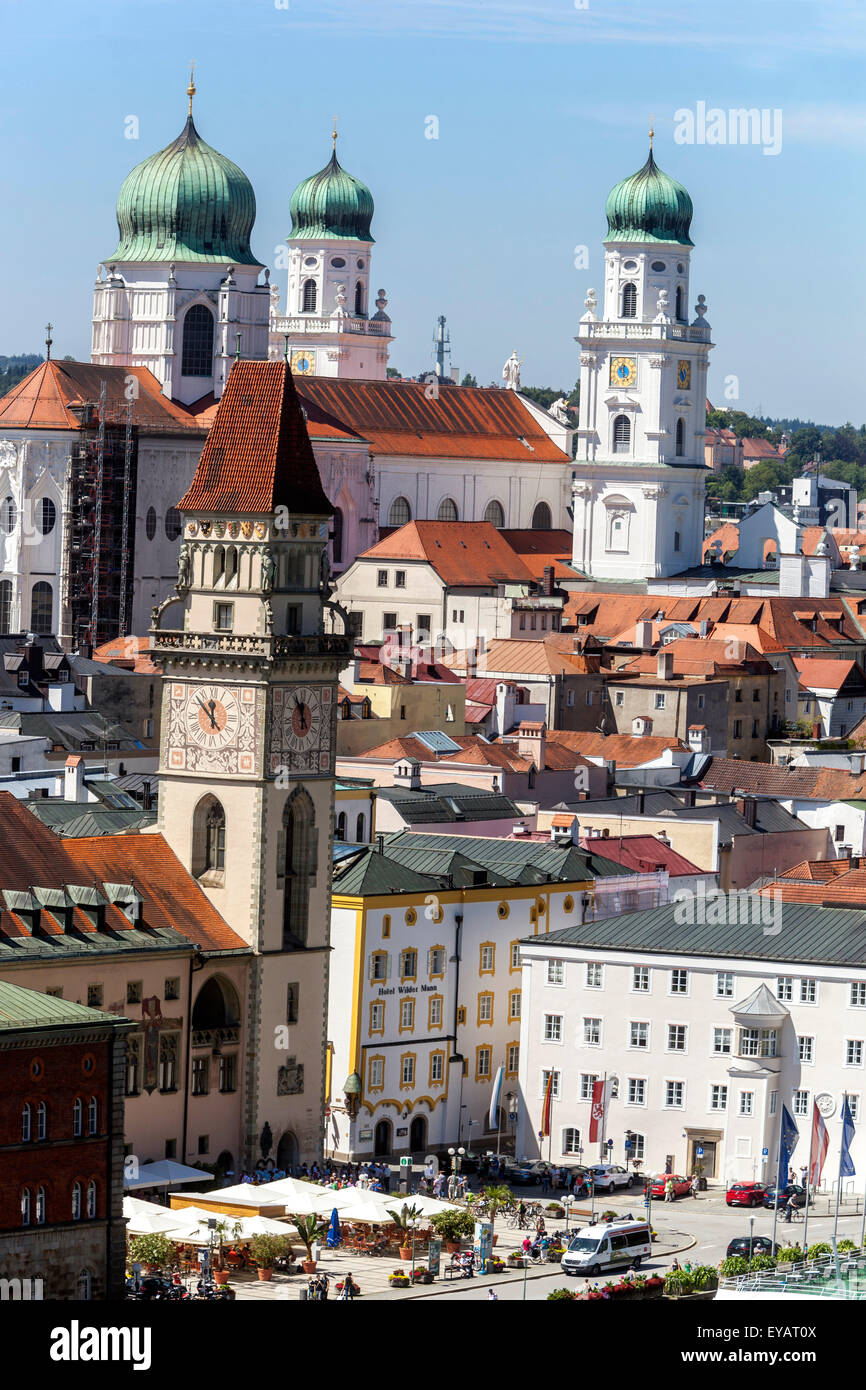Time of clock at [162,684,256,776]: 11:54
